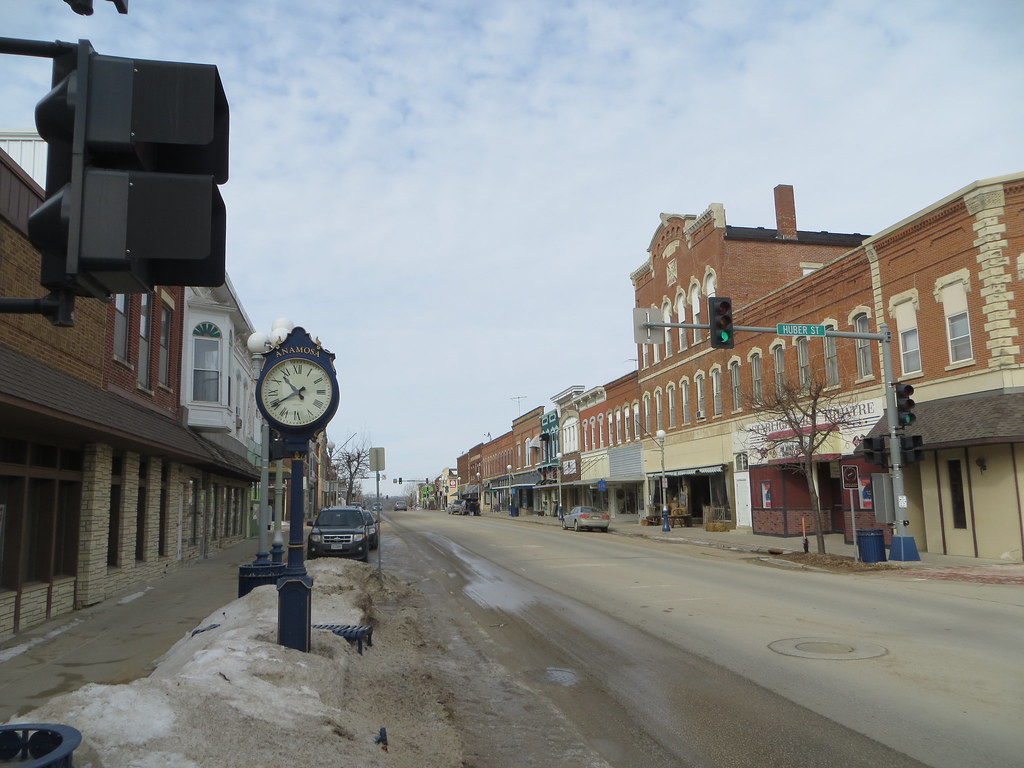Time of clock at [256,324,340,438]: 10:39
